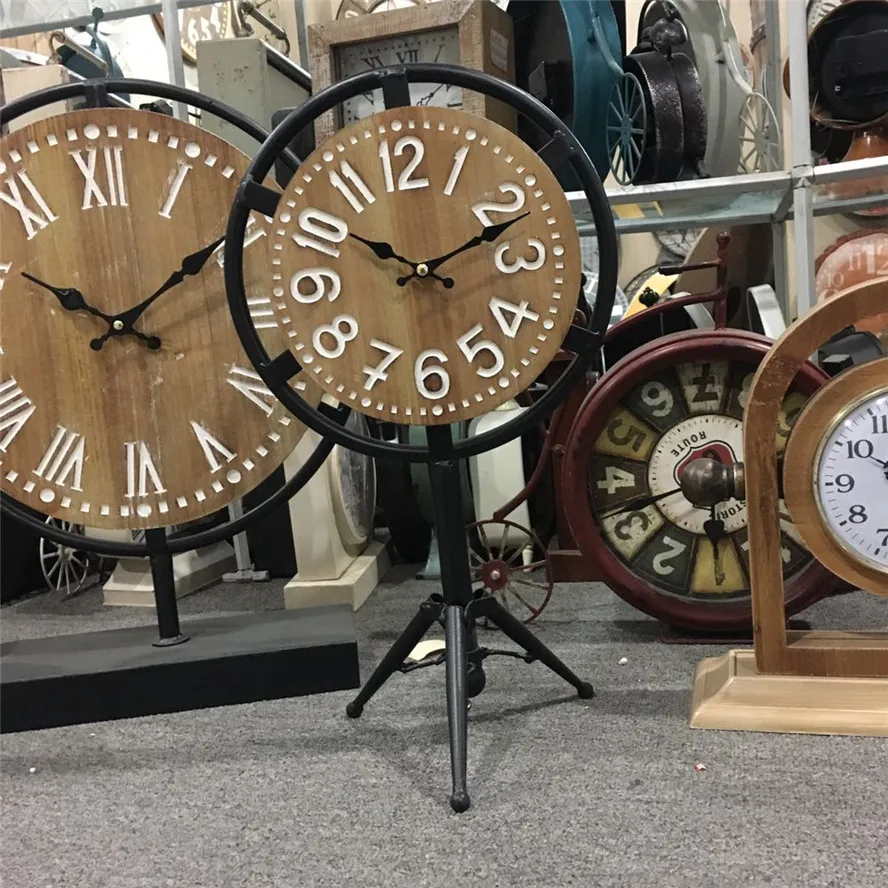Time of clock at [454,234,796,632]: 10:11
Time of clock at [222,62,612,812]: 10:10
